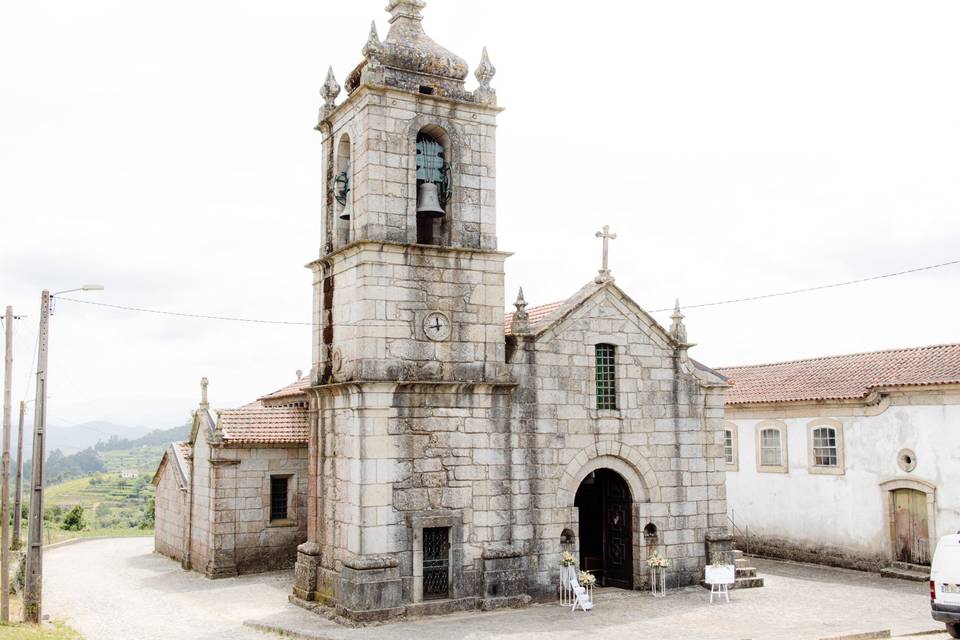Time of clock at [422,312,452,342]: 11:42
